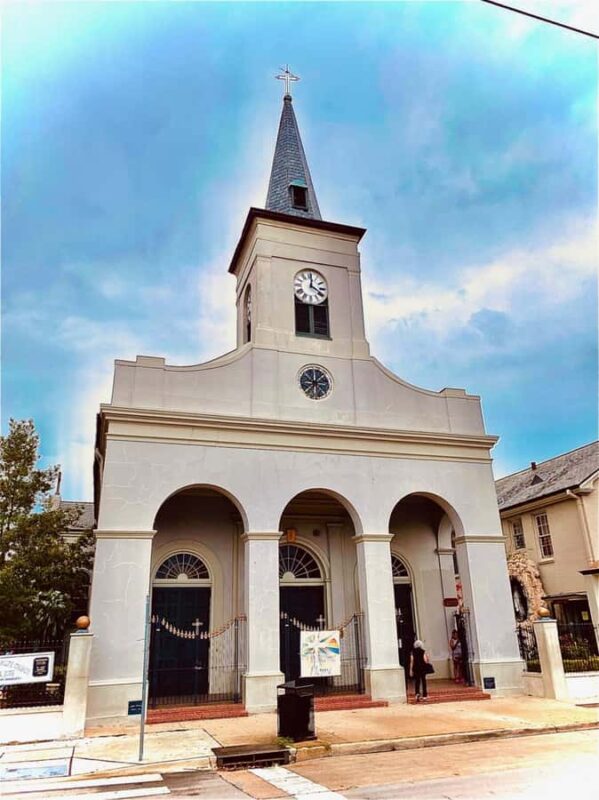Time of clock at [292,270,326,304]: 4:01
